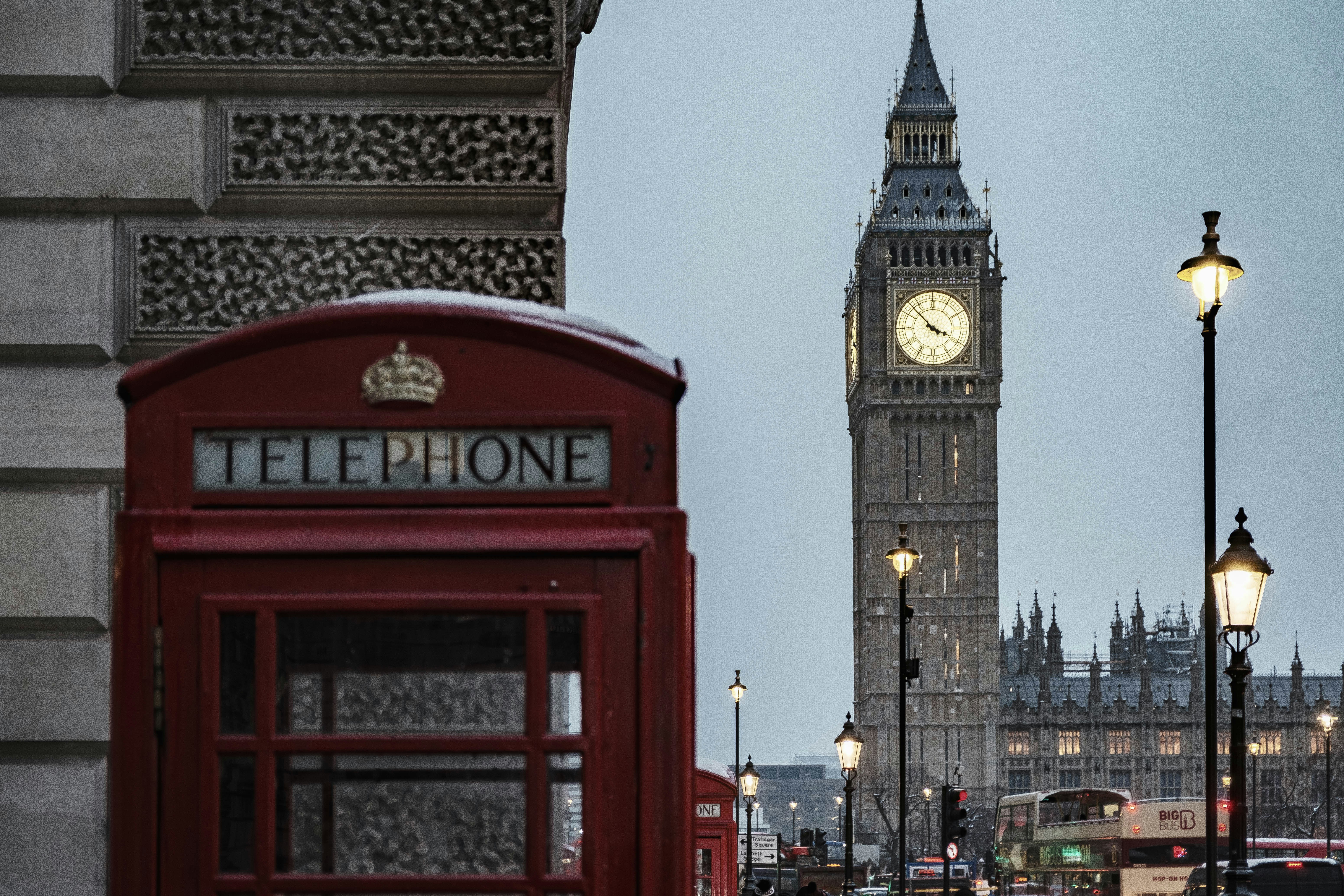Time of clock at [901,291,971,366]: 3:52
